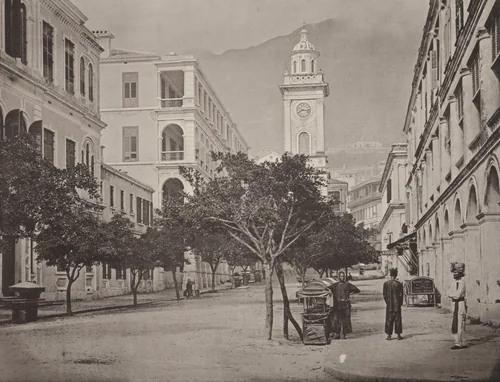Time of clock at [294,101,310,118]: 8:16
